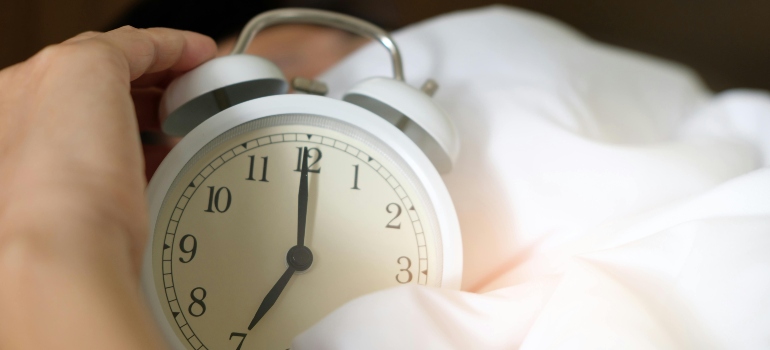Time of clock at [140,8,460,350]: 7:00
